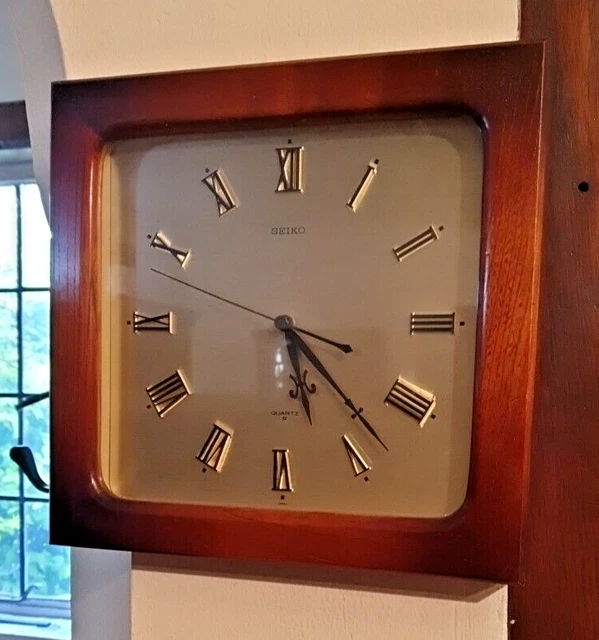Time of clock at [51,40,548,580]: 5:22
